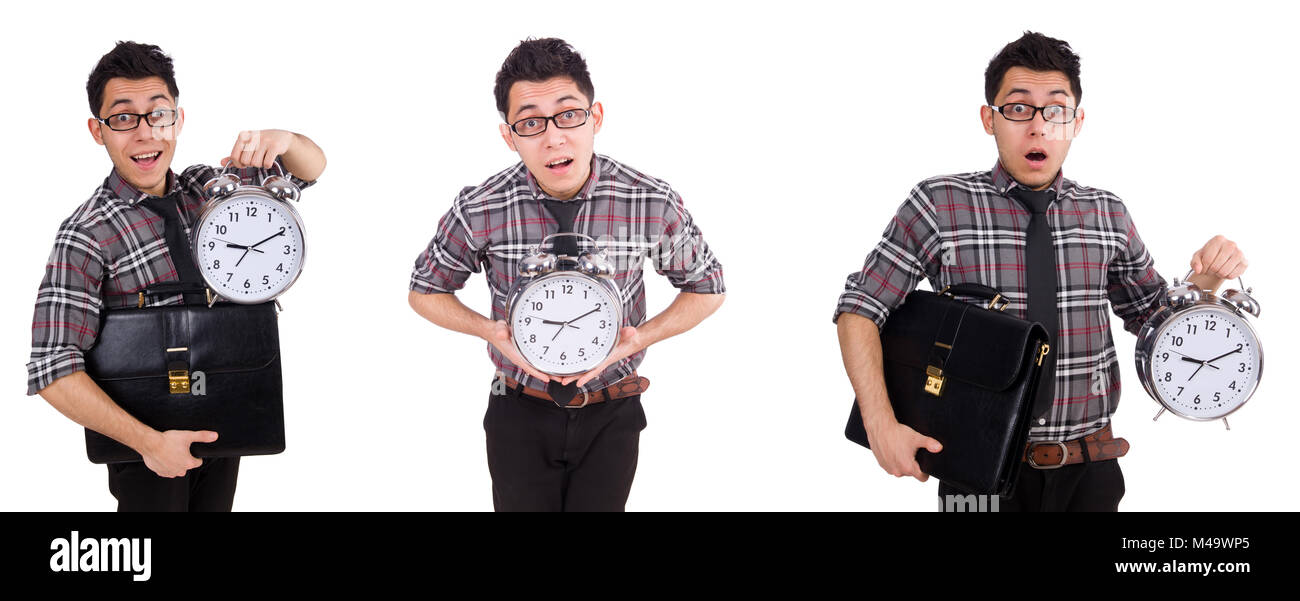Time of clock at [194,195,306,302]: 9:10
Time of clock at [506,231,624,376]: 9:10
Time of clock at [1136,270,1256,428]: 9:10
